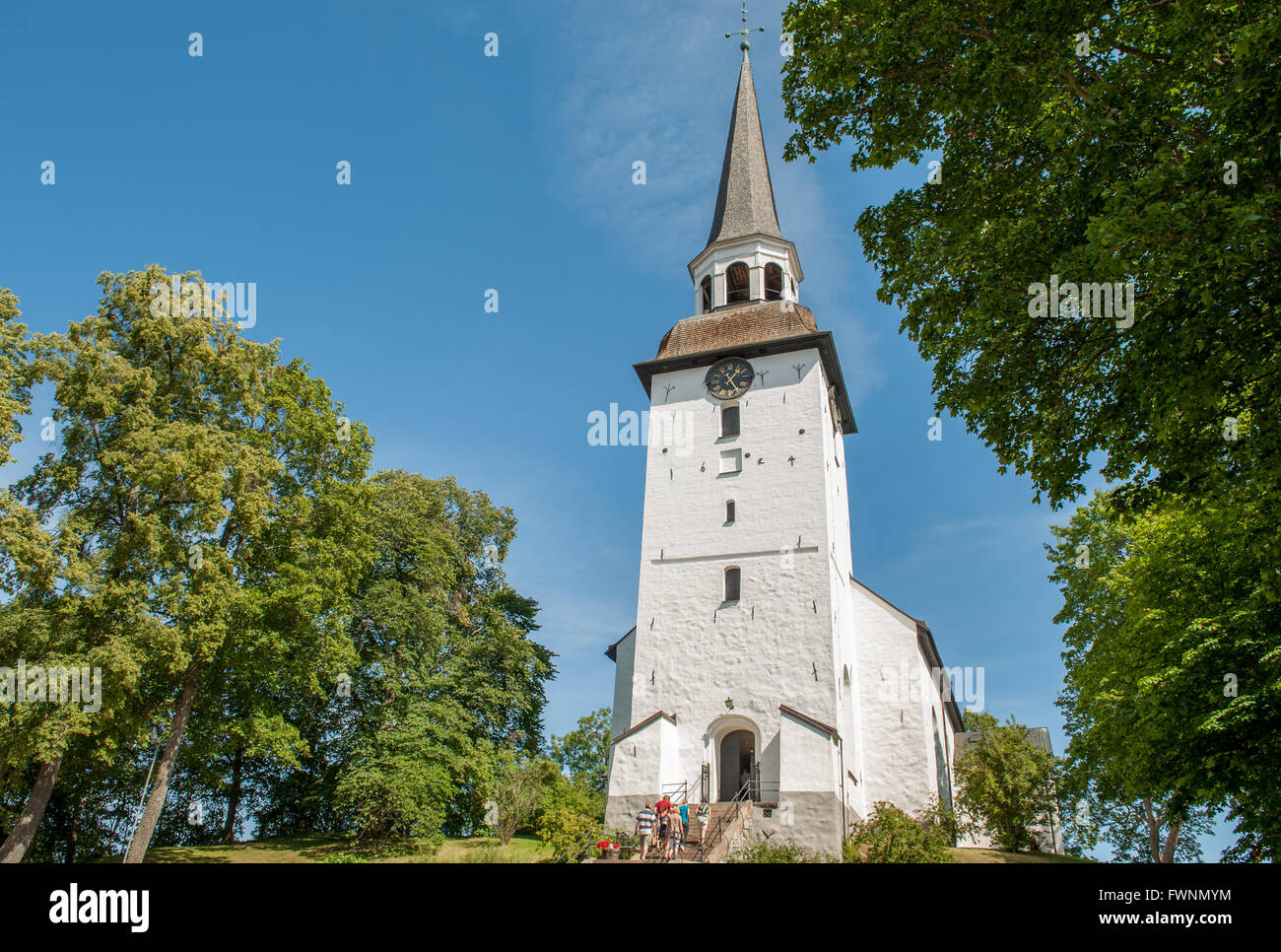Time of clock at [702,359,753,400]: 1:24
